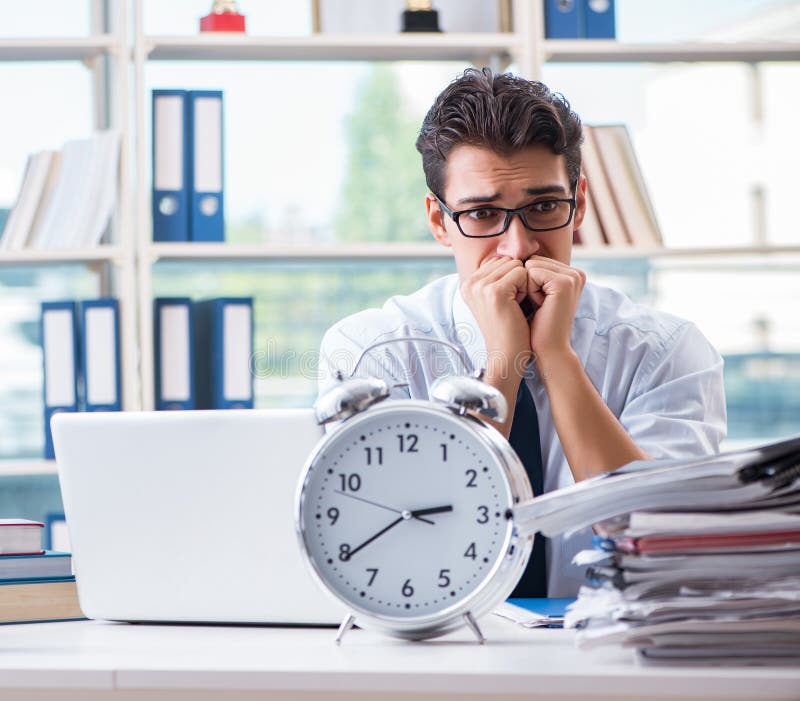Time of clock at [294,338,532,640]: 2:39
